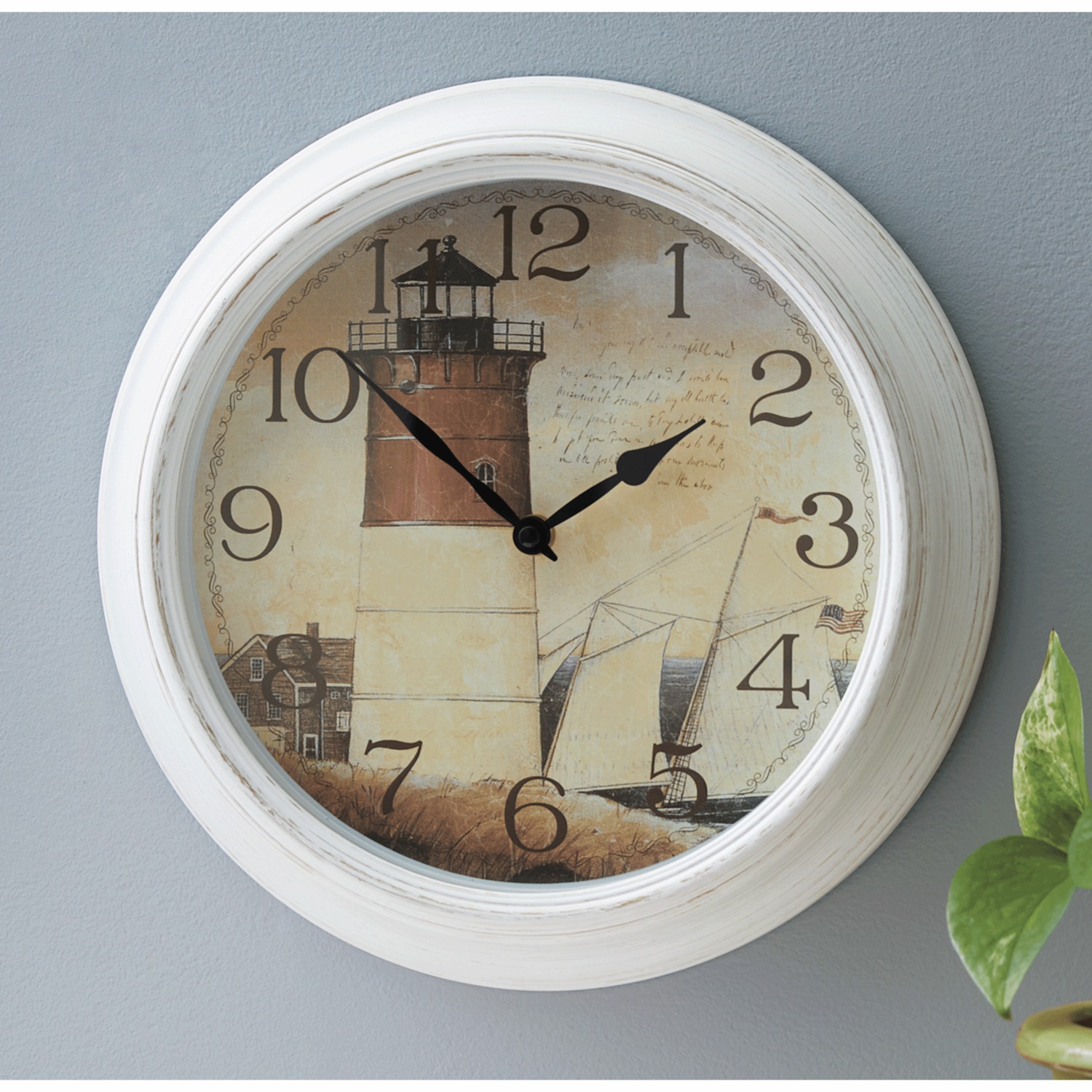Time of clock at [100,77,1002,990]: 1:51
